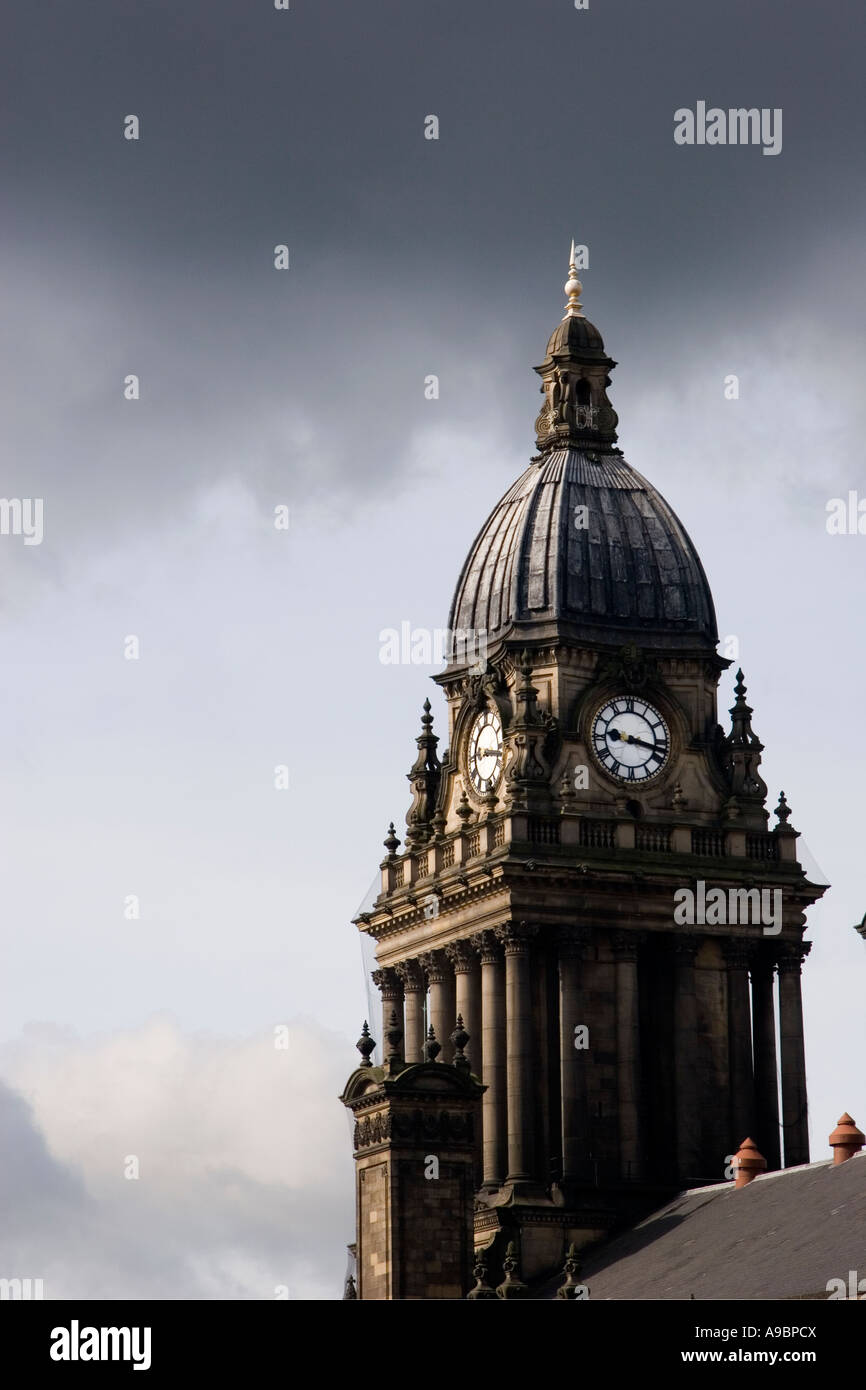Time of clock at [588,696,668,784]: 9:17
